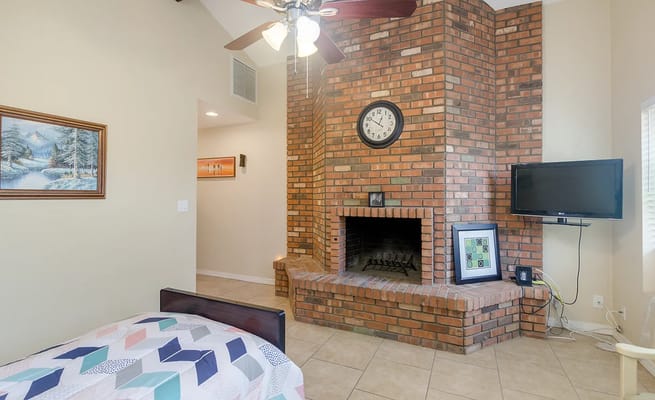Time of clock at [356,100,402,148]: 12:50
